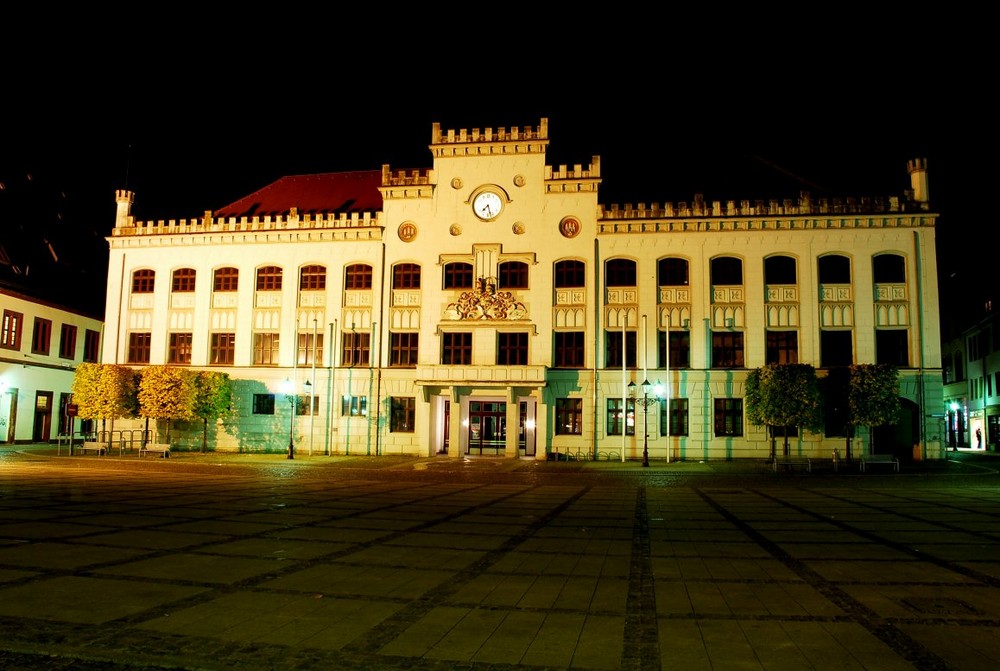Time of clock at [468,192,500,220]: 7:27
